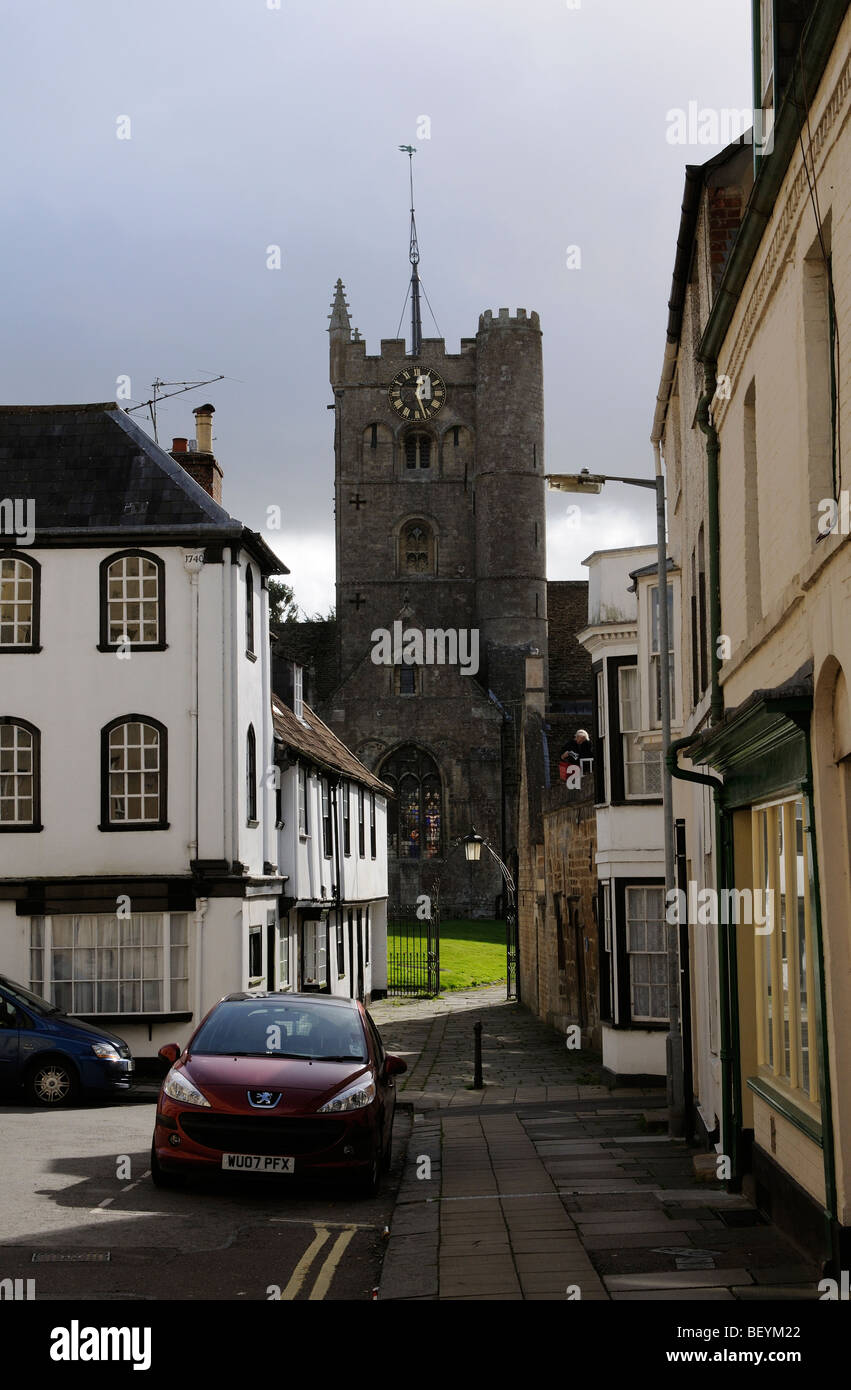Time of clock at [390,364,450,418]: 12:26
